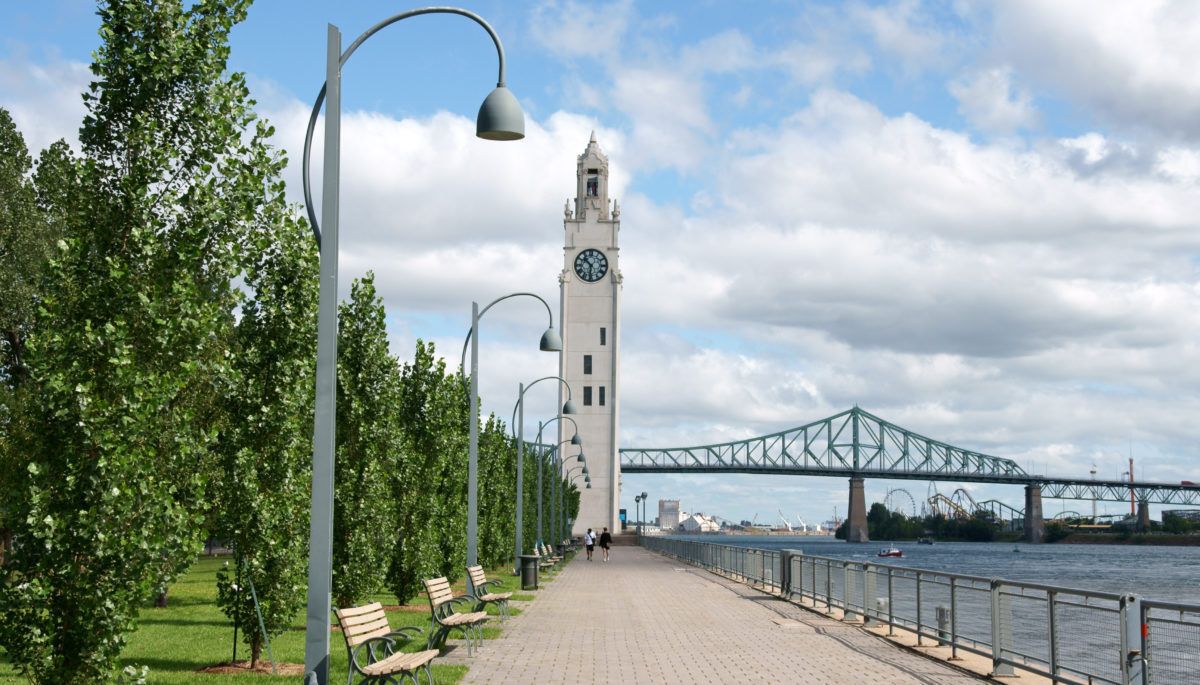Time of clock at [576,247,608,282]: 10:30
